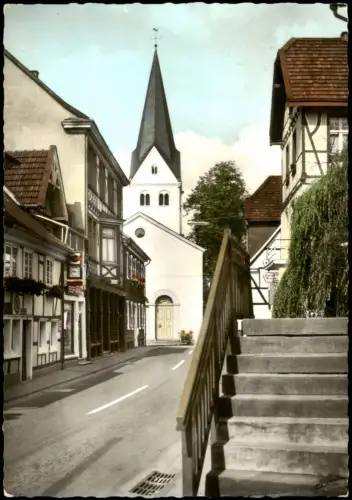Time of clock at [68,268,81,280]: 8:48
